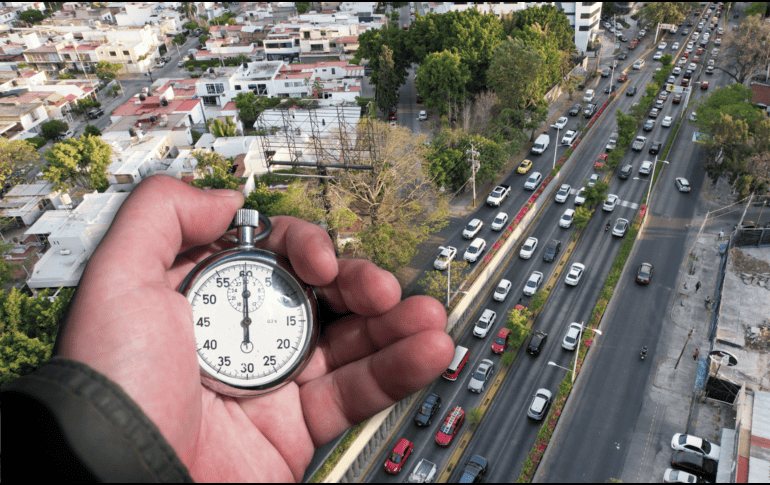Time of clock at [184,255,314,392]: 6:00
